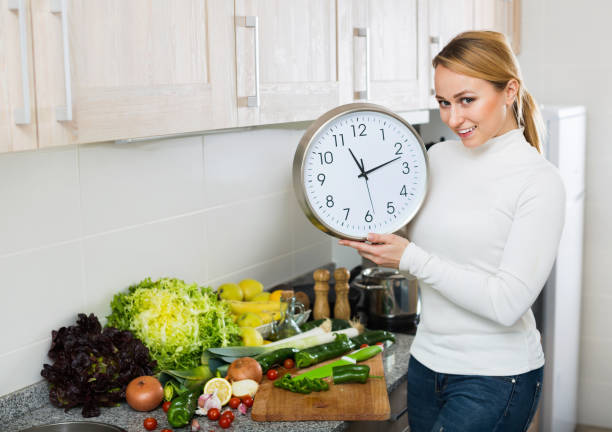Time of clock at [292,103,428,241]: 11:12
